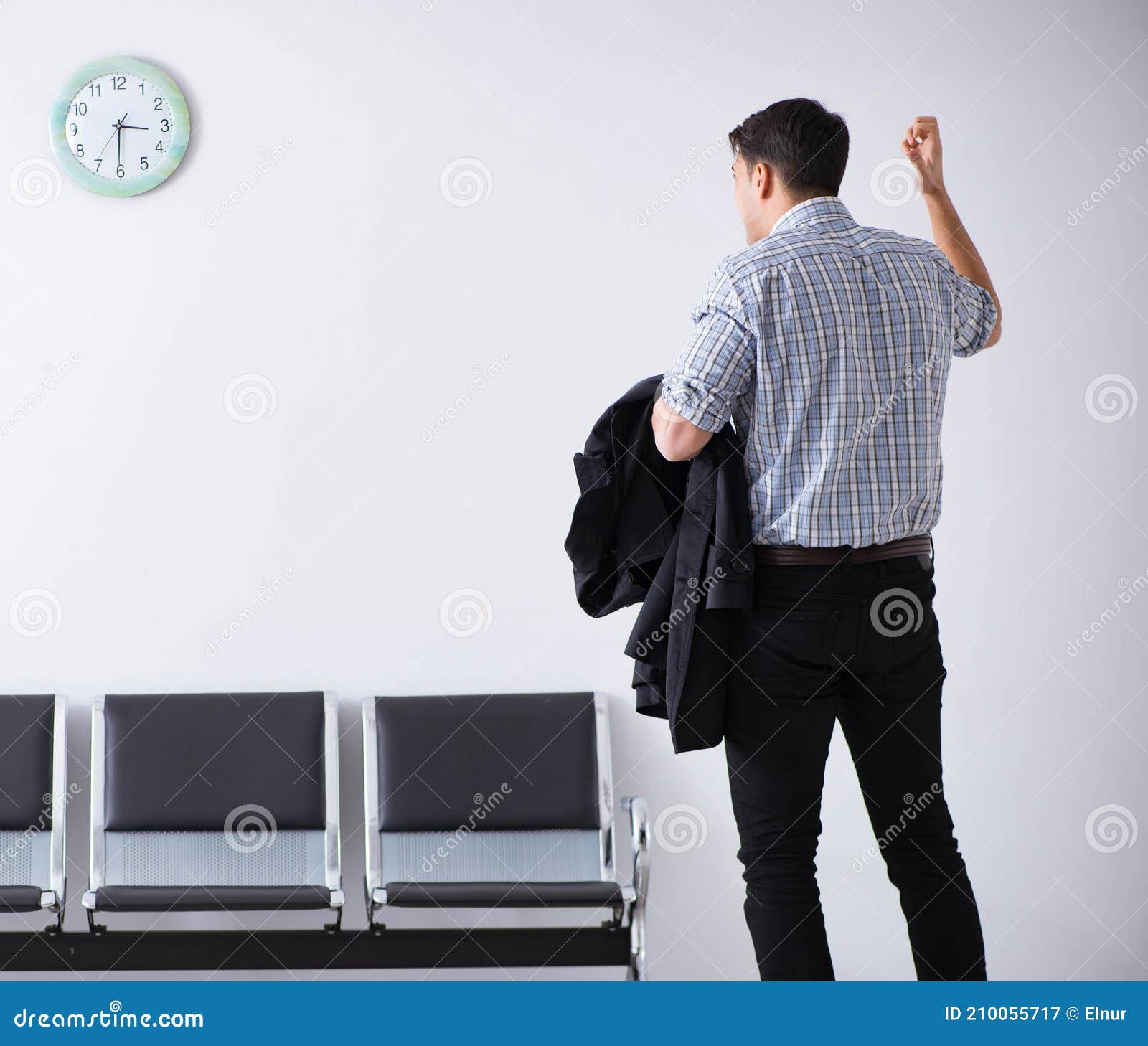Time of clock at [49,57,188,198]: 3:30
